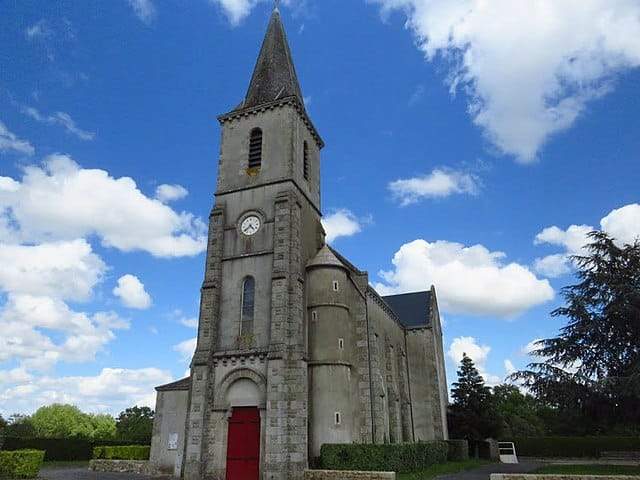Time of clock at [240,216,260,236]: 4:38
